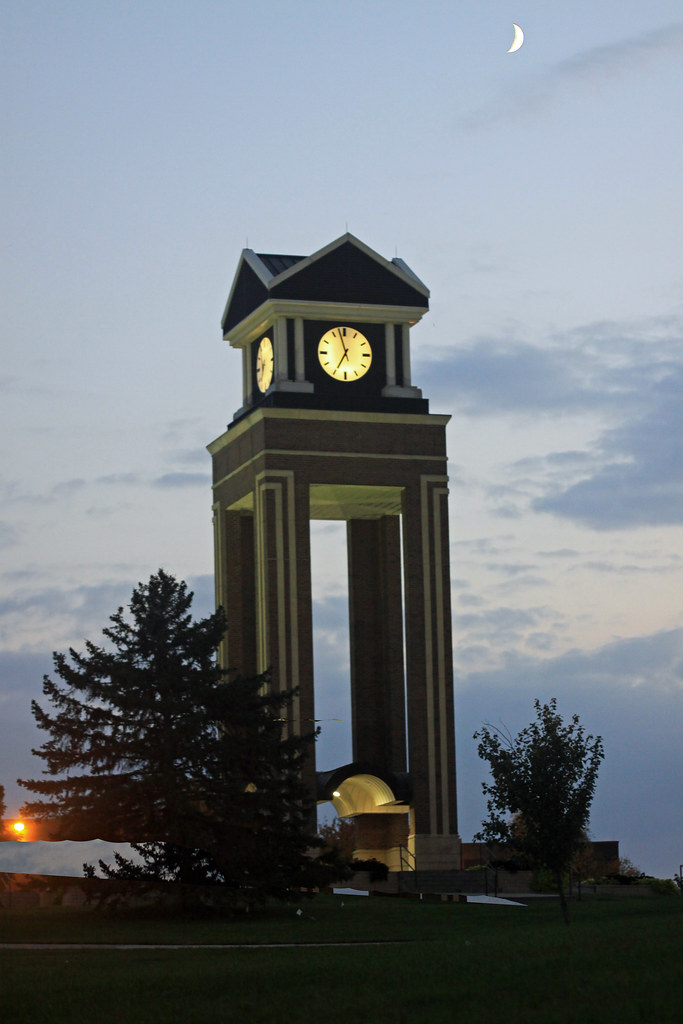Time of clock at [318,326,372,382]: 6:57
